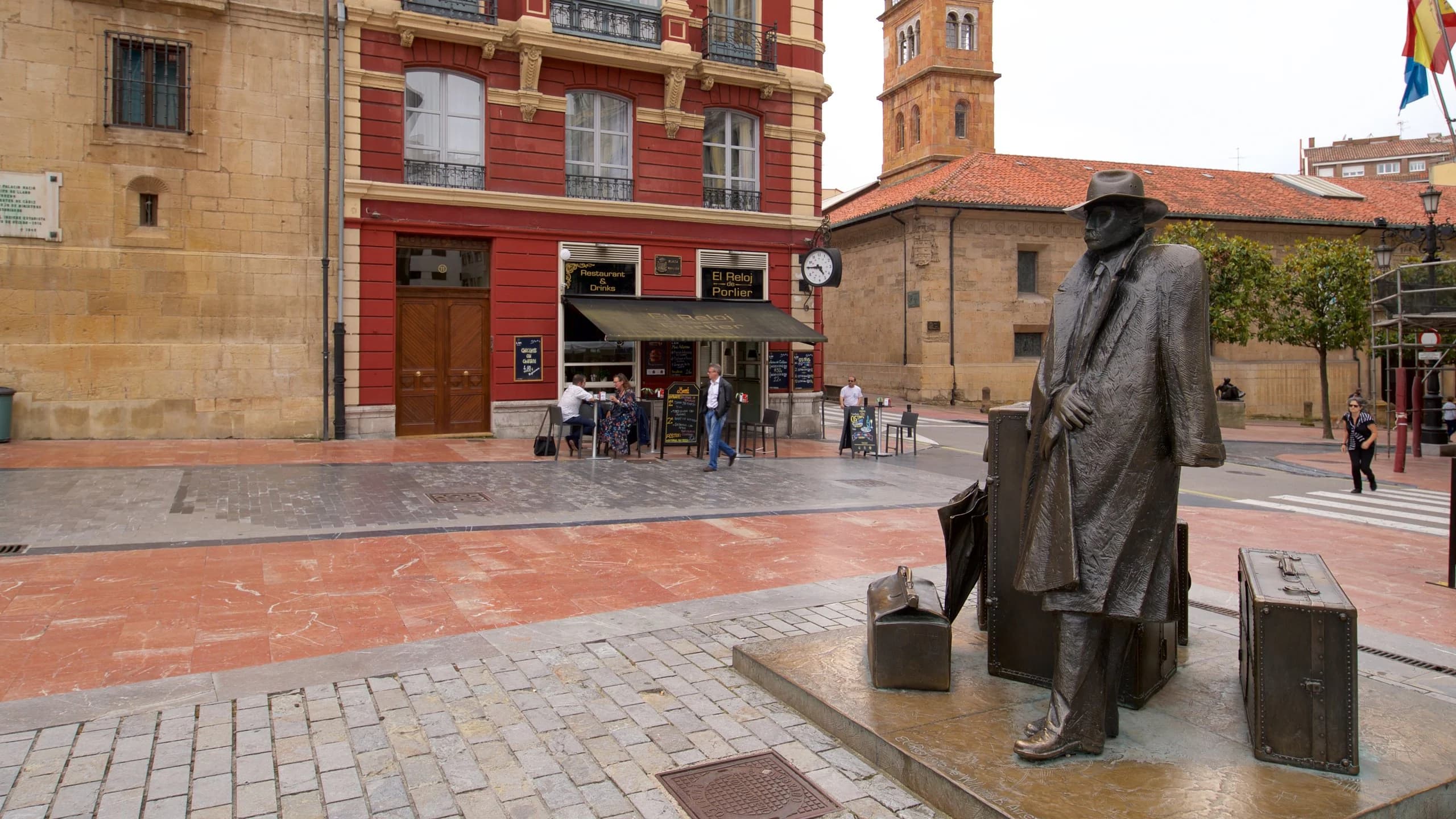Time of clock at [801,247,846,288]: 4:45
